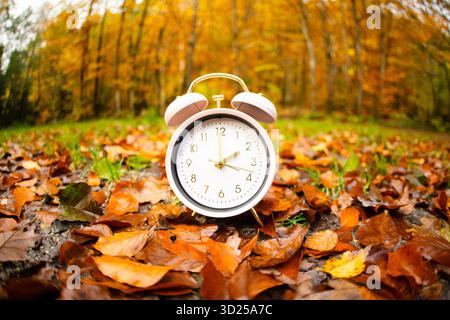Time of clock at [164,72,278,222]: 2:00
